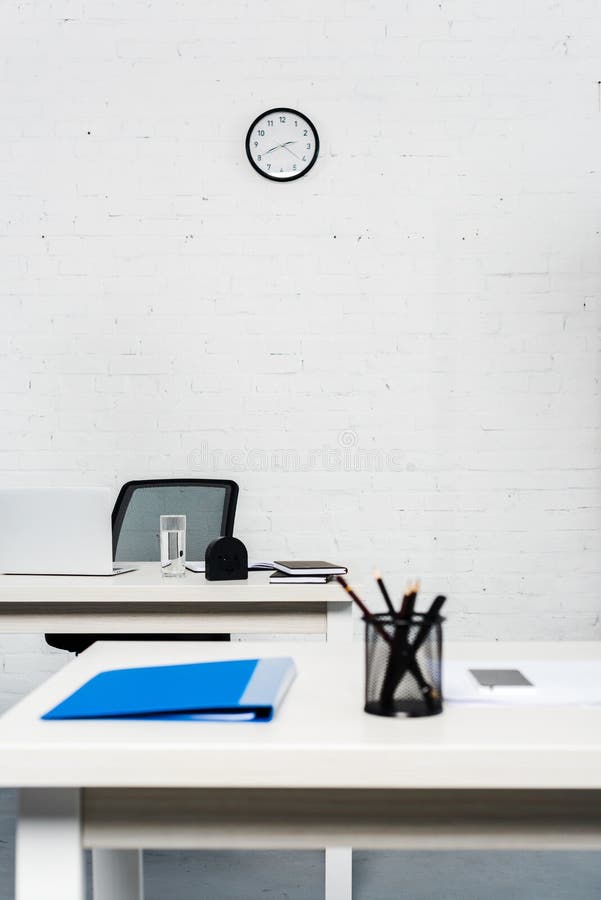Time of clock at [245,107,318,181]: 2:40
